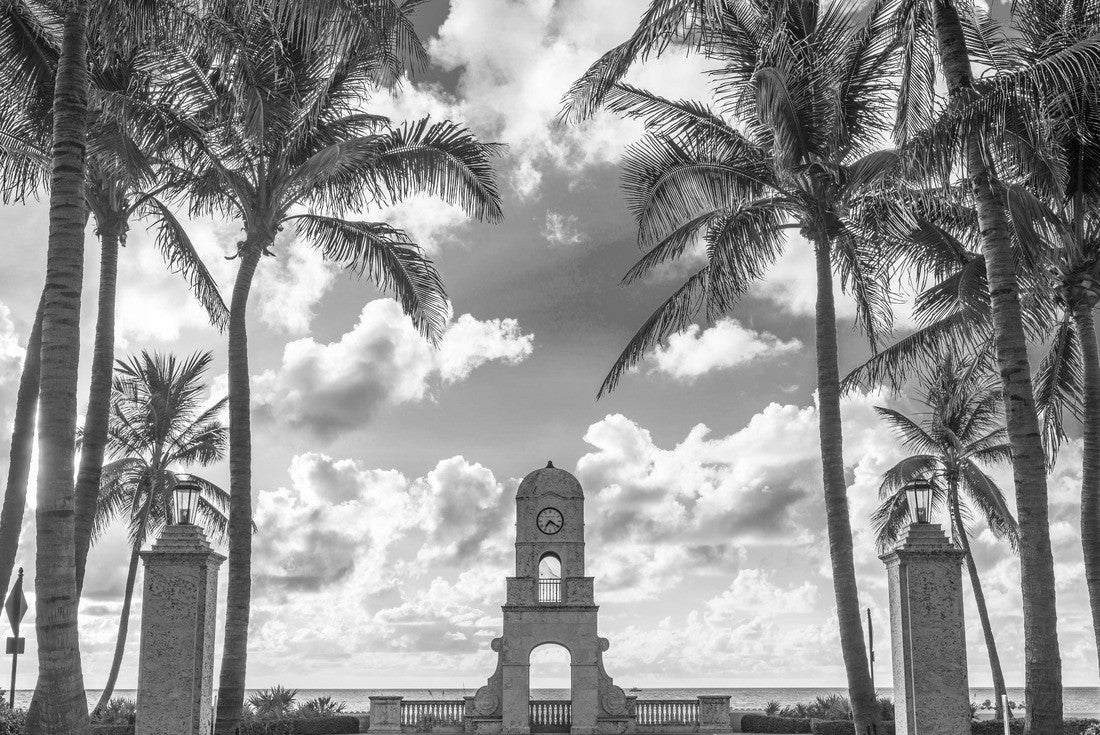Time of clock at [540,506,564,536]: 7:20
